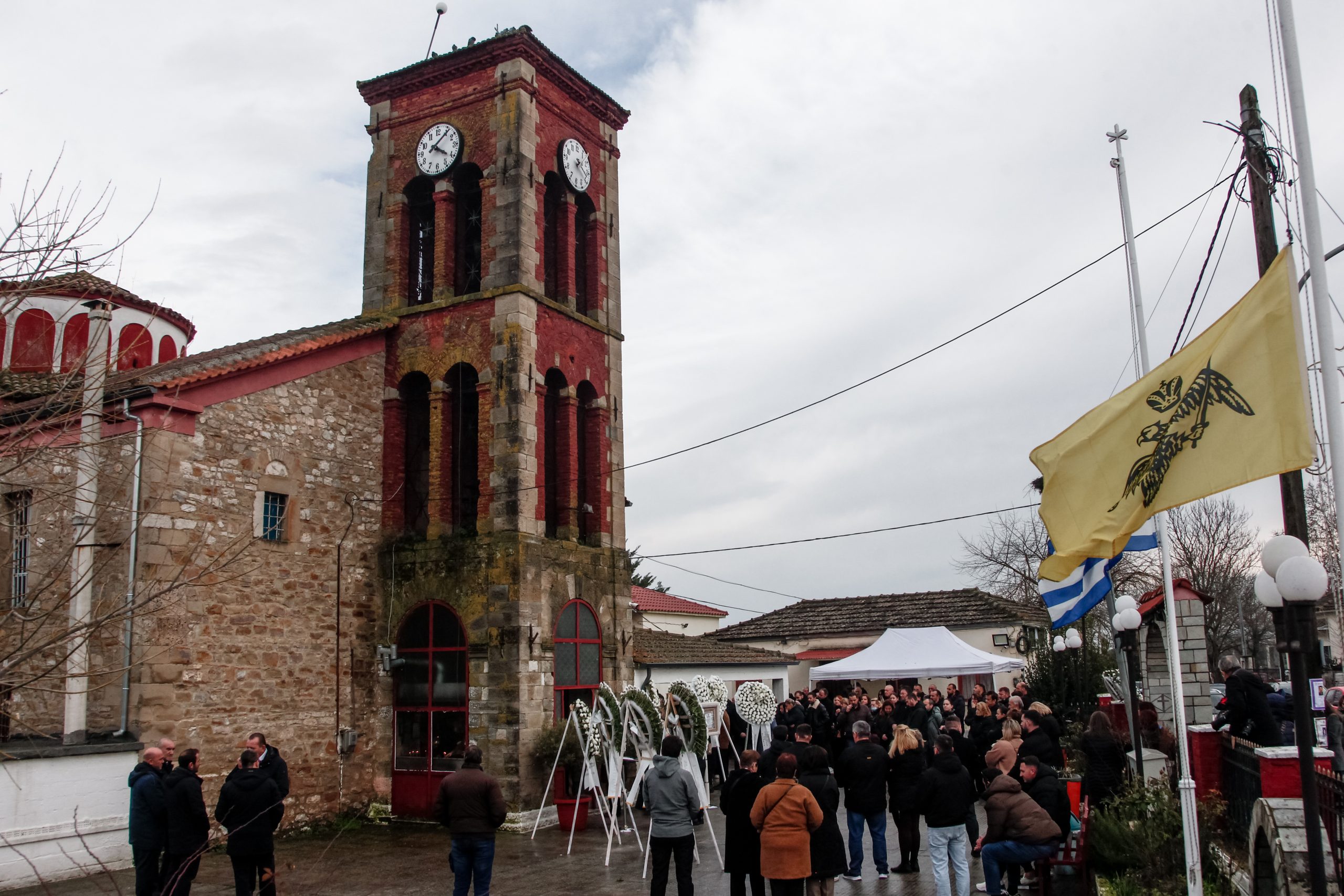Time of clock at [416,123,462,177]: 4:07
